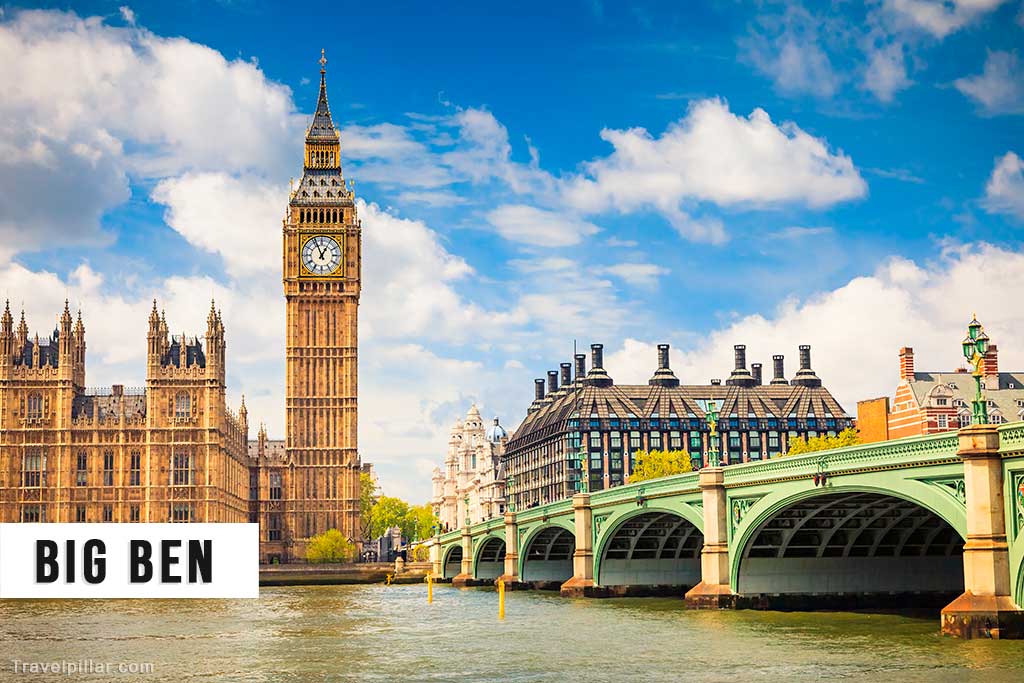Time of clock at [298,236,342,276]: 12:56
